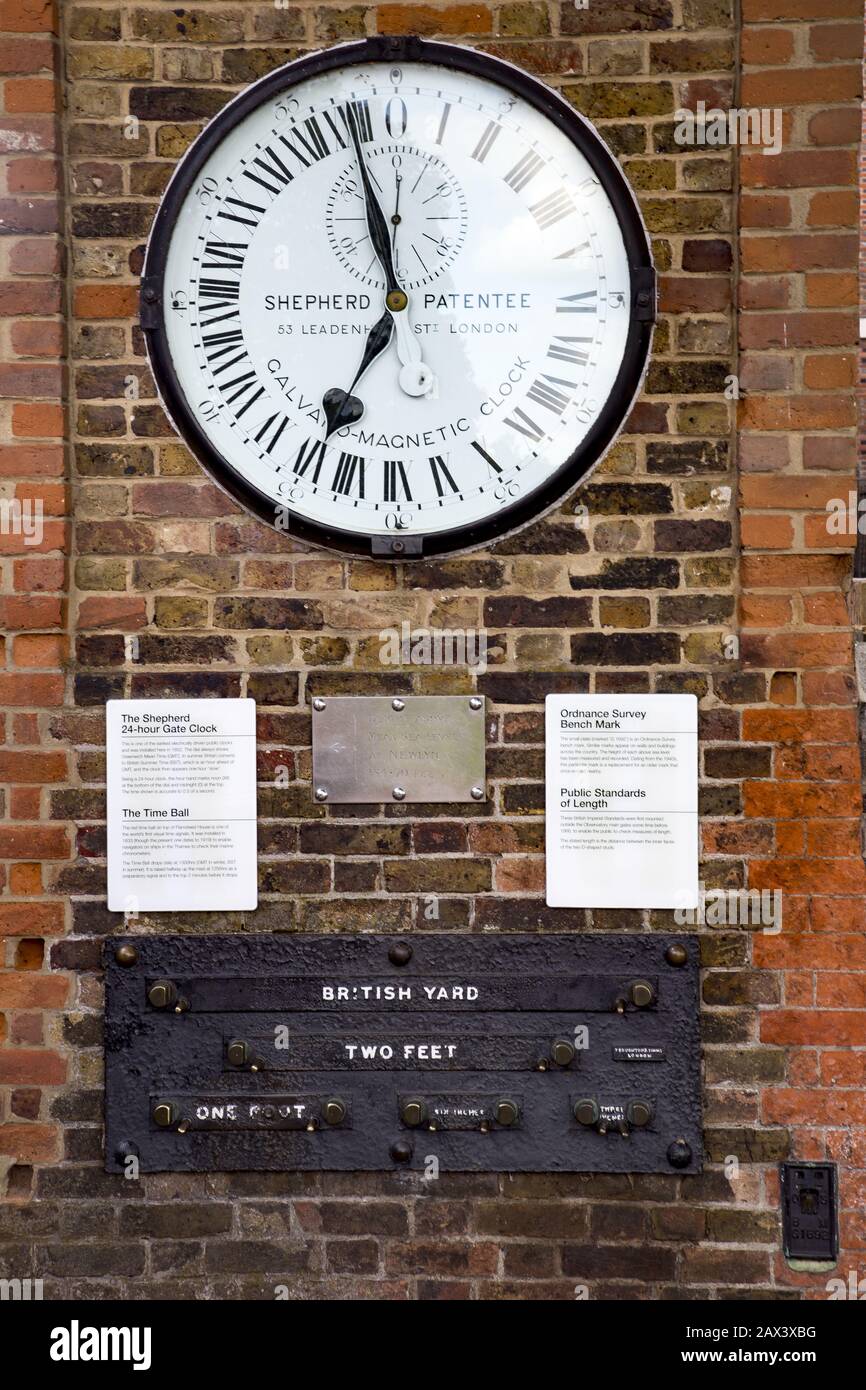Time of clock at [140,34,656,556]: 6:57
